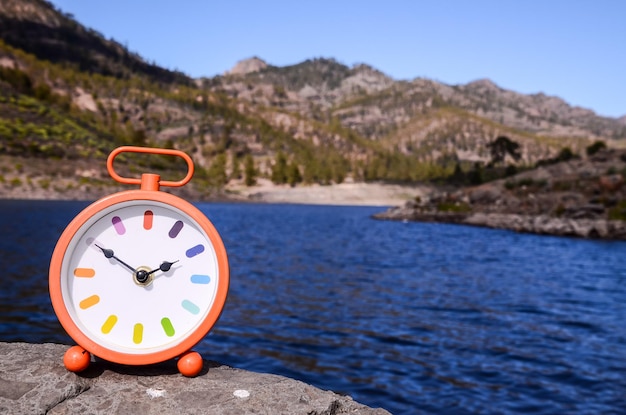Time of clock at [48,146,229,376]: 1:50
